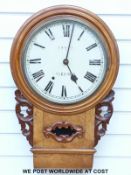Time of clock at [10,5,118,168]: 5:02
